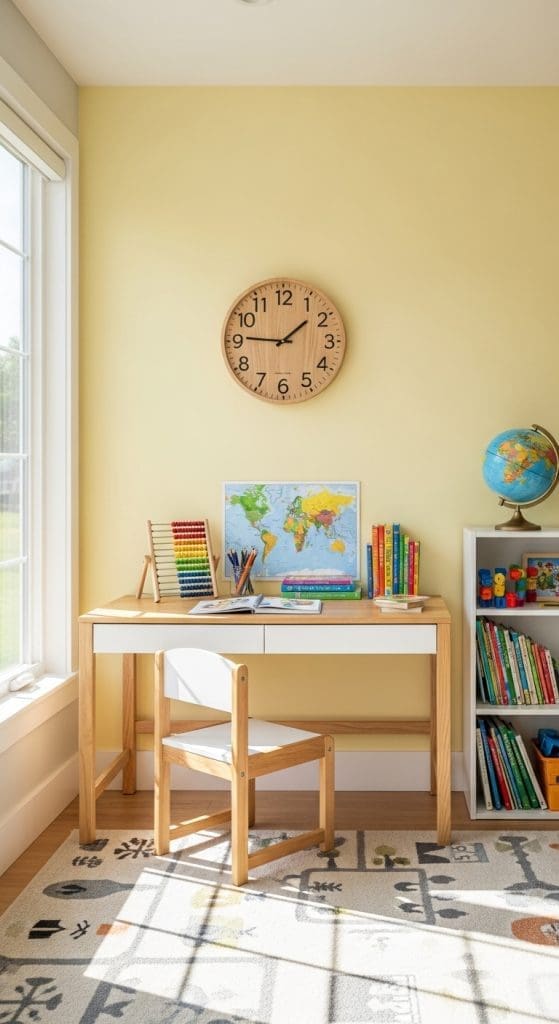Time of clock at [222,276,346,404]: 1:46
